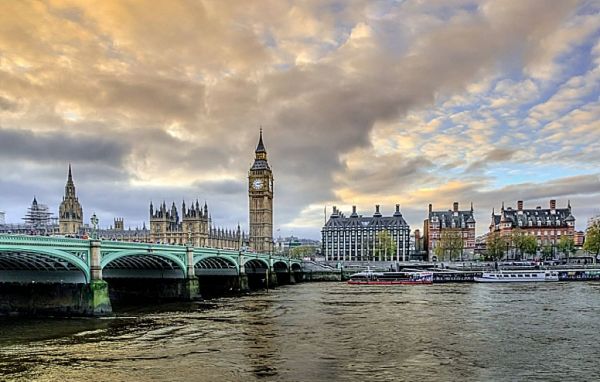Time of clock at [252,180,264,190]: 3:13
